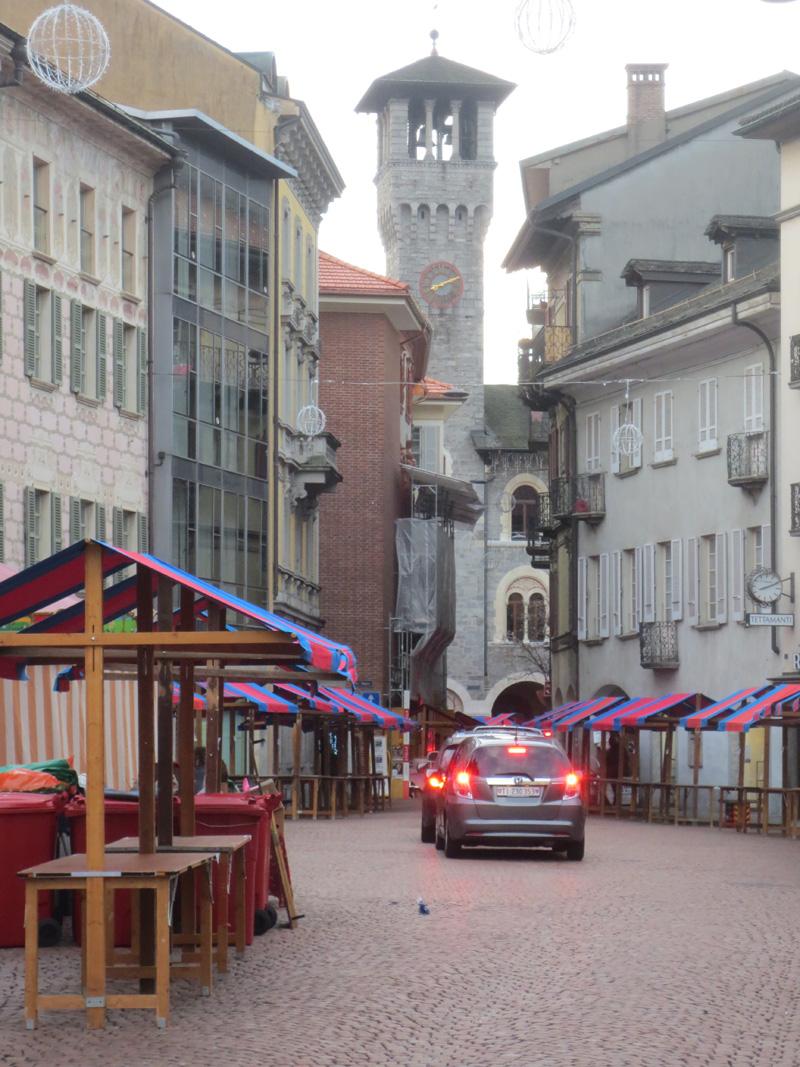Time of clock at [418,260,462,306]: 8:11
